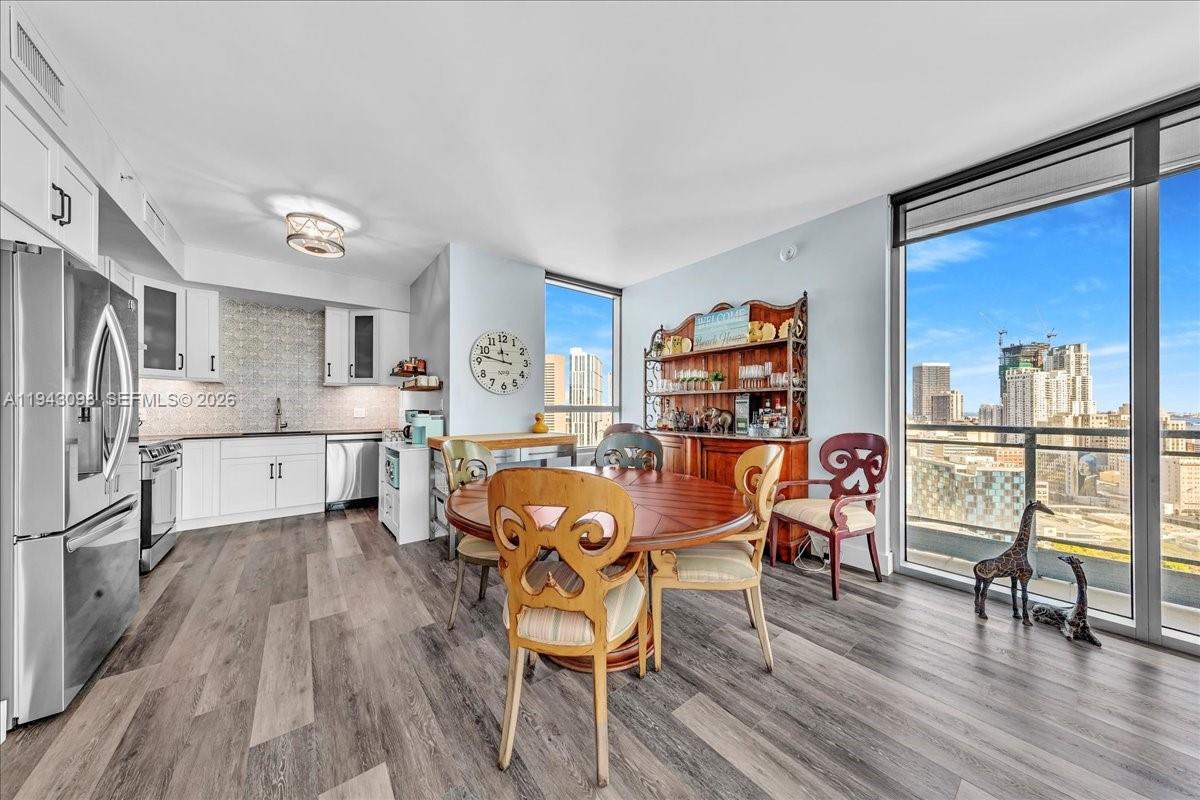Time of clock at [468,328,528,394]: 11:47
